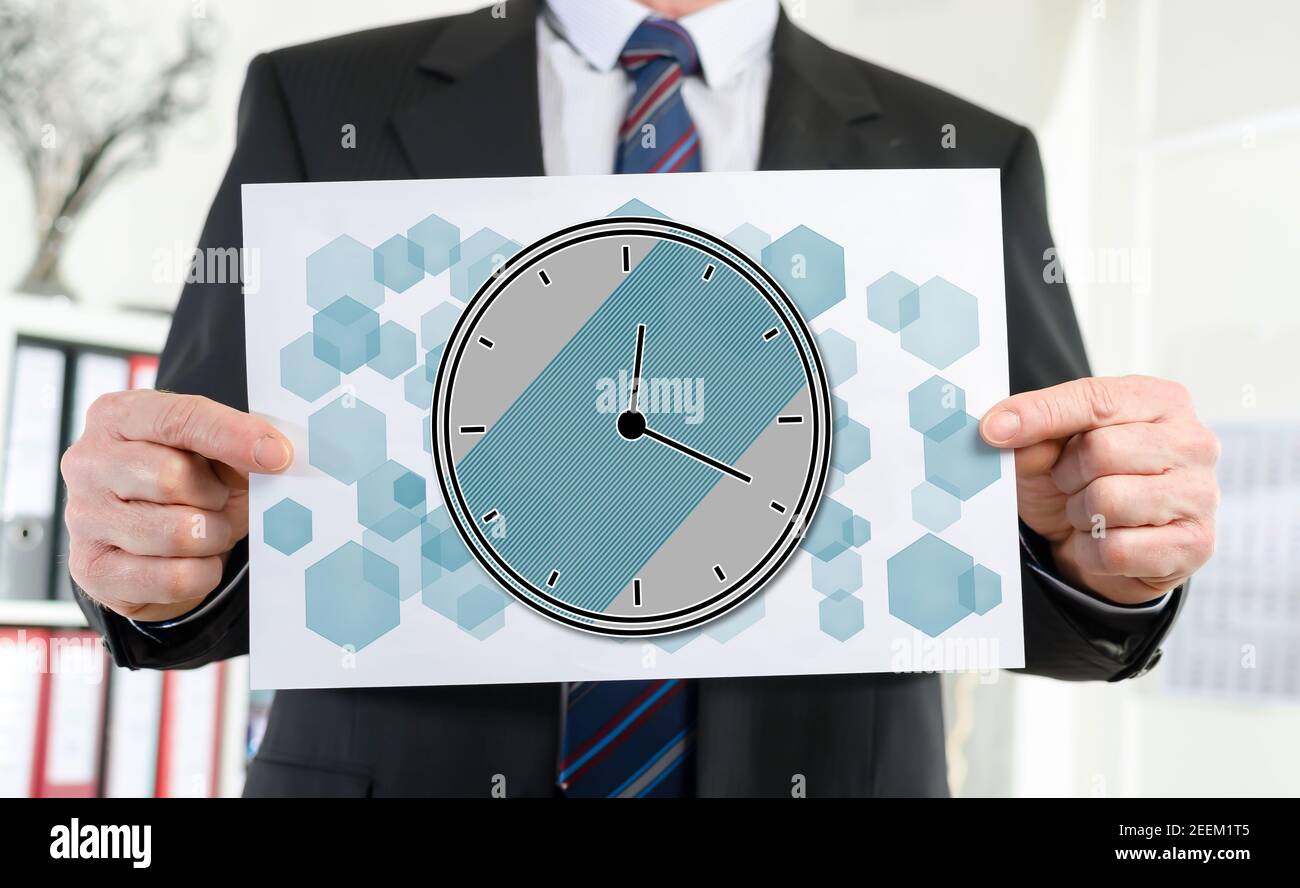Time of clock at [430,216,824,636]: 12:19
